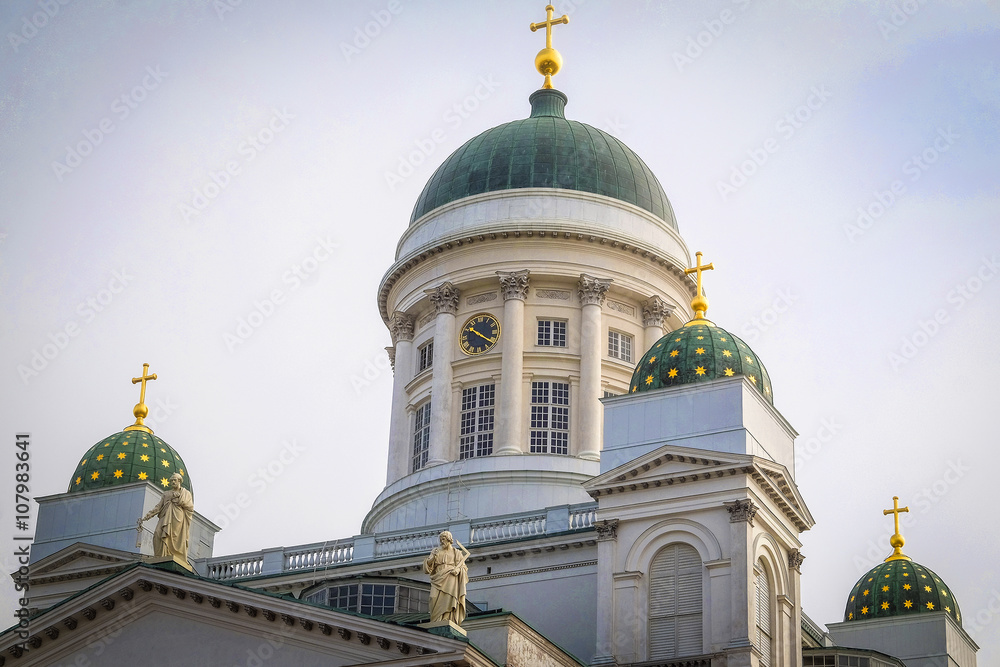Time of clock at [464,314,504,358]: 10:20
